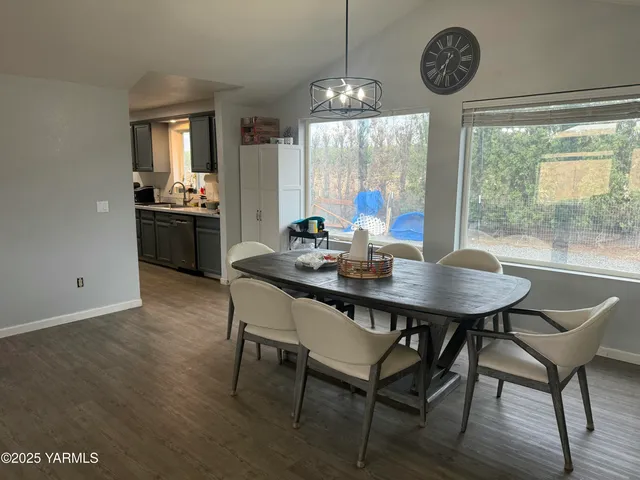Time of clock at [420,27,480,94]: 7:32
